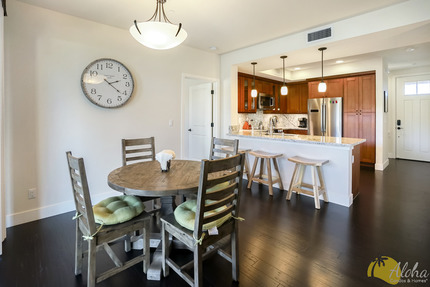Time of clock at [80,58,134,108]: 2:21
